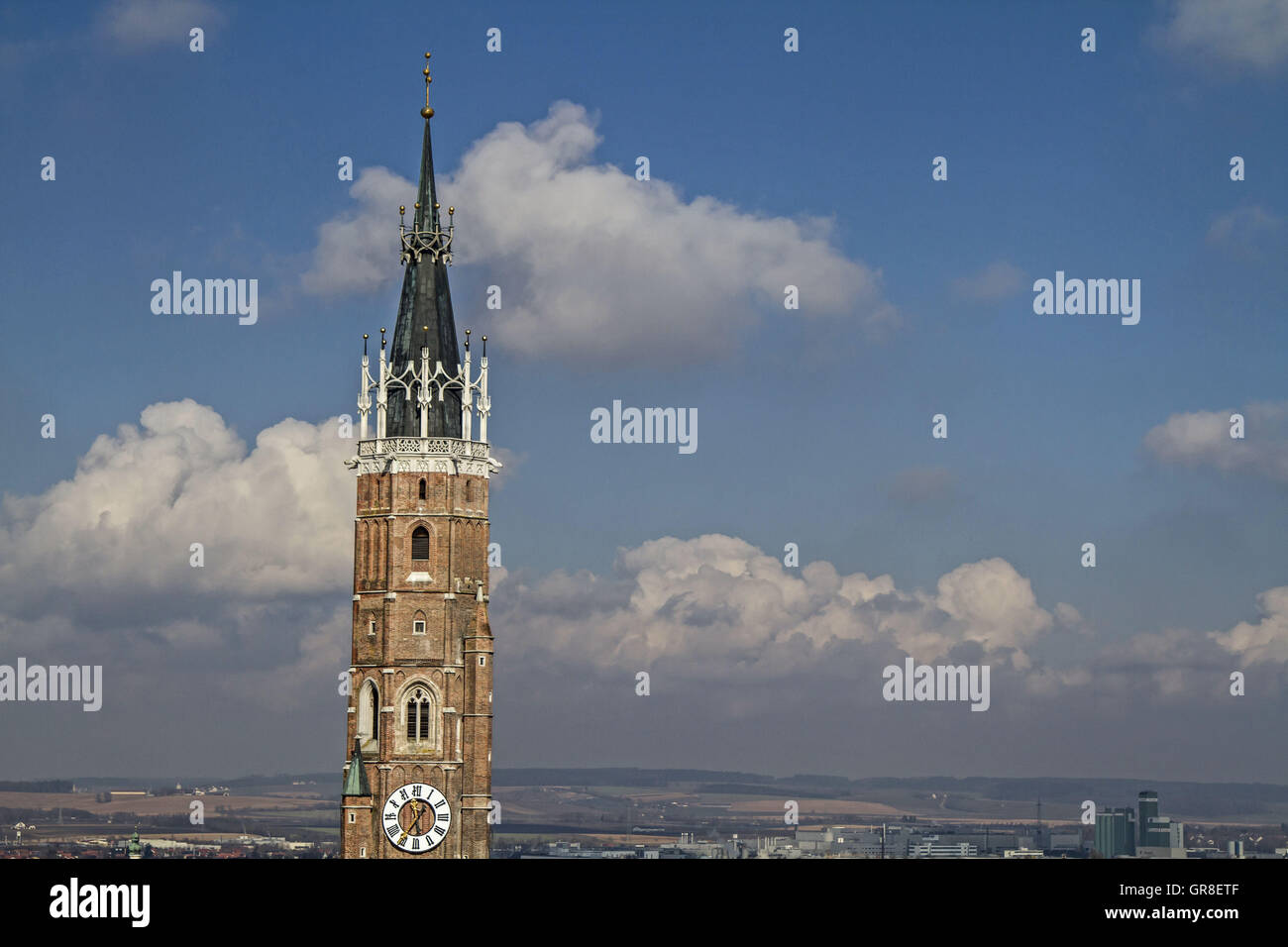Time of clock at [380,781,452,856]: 5:35
